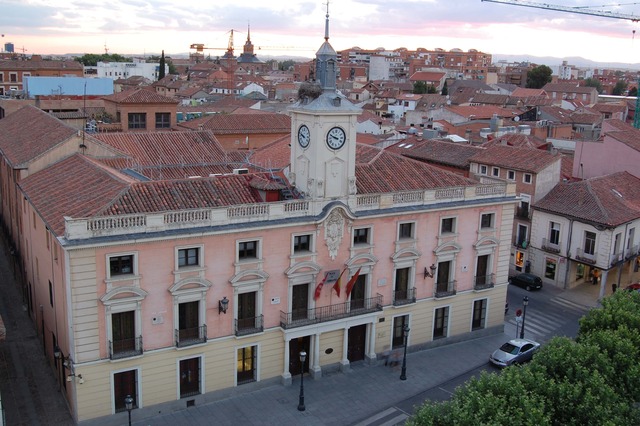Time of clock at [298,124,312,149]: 9:48
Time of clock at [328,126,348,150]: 9:48
